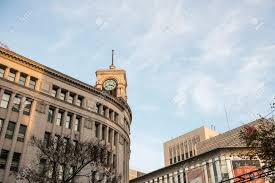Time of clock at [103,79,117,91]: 3:40
